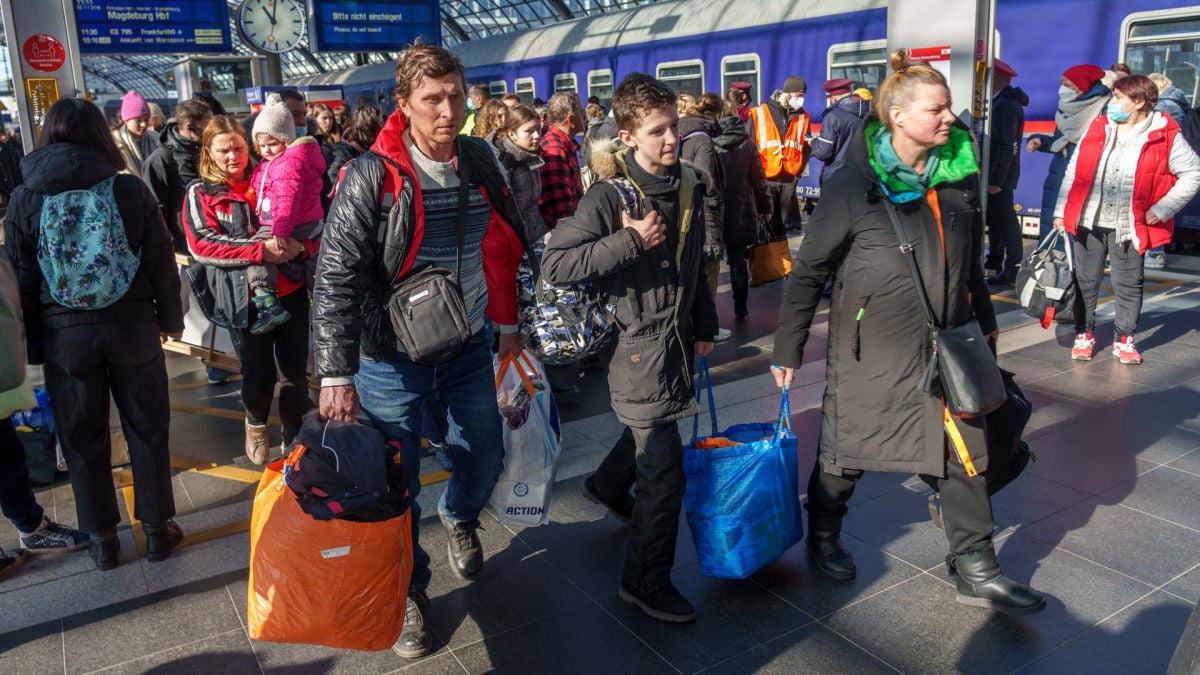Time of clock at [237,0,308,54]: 11:02
